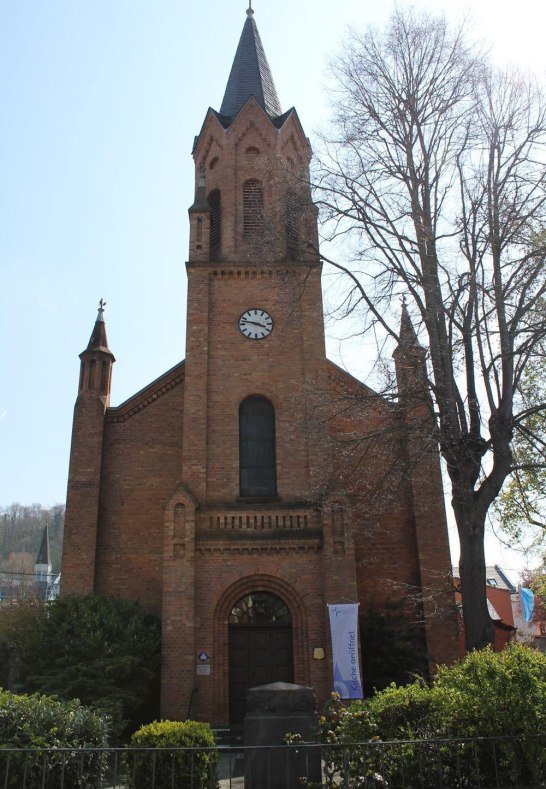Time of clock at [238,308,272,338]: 3:47
